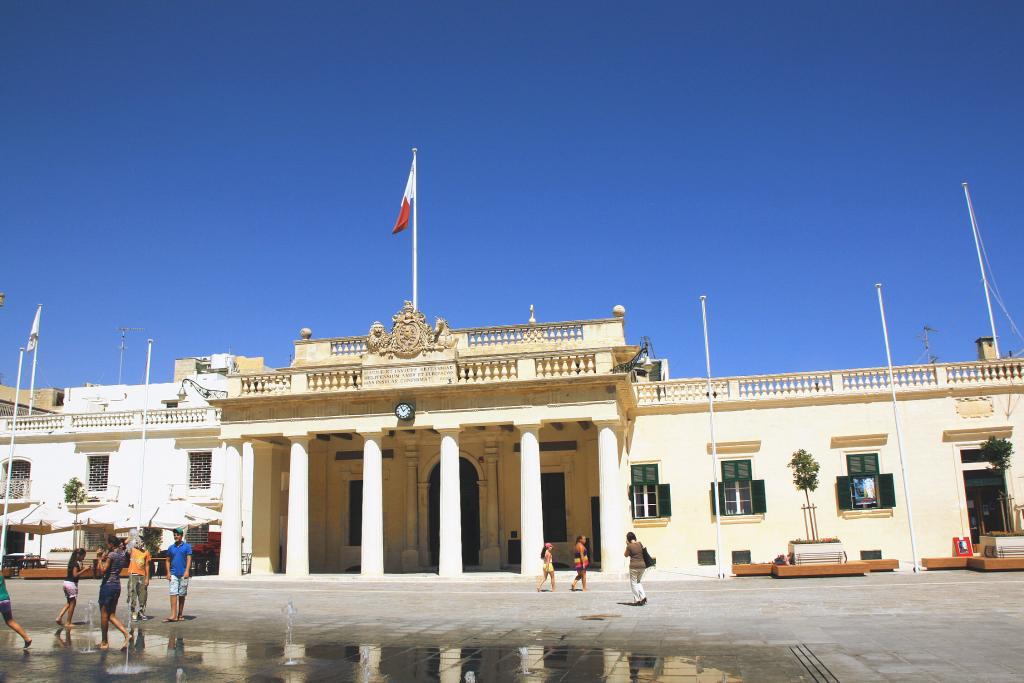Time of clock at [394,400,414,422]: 11:07
